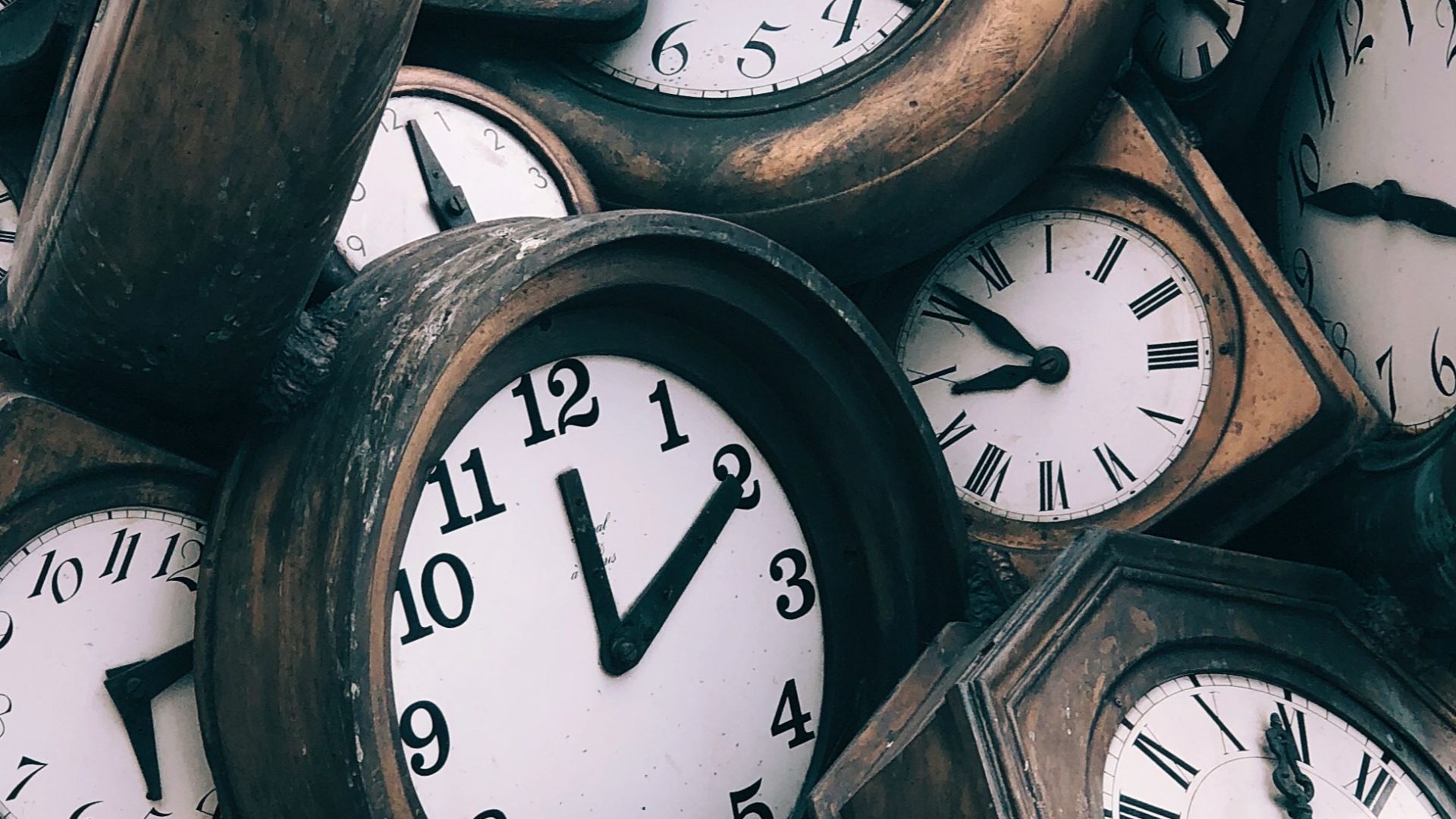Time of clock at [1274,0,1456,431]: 3:48
